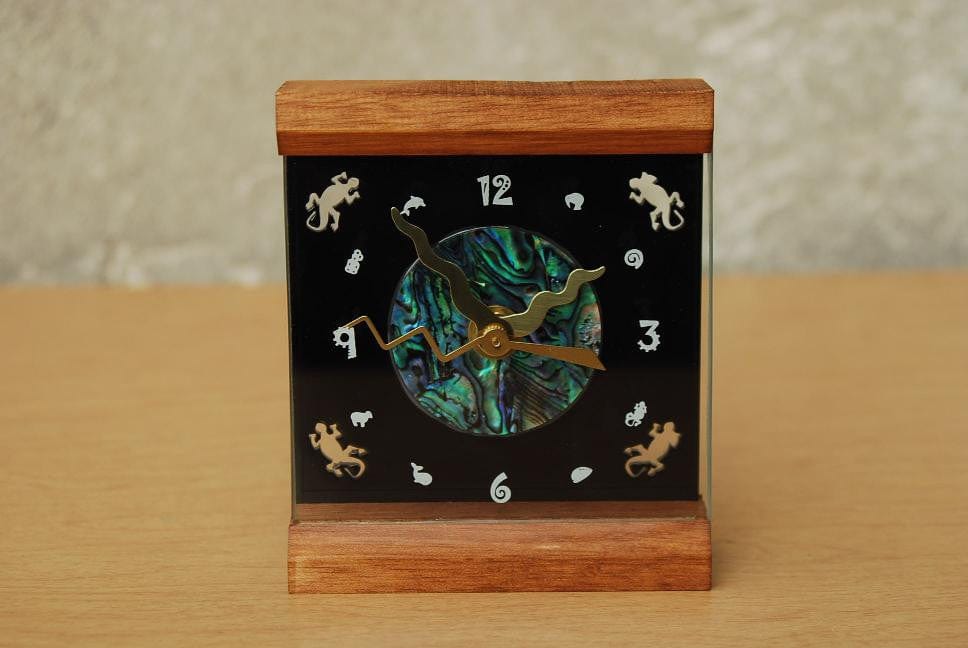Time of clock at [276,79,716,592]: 1:53
